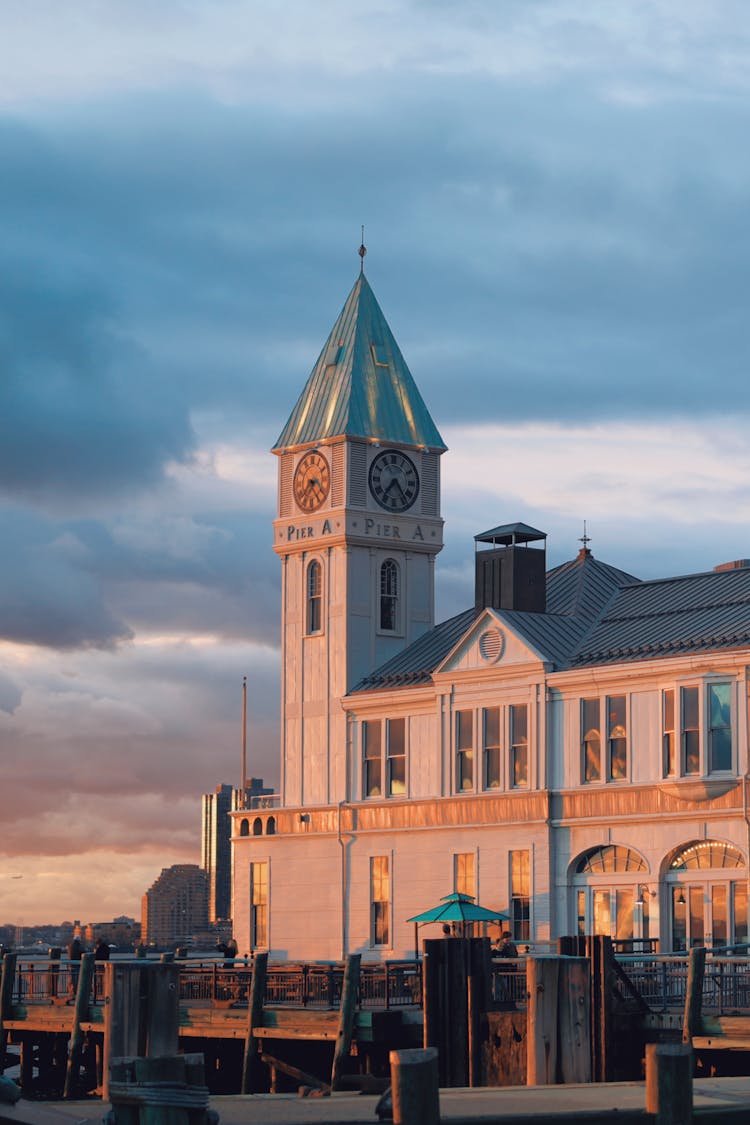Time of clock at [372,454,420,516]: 7:24
